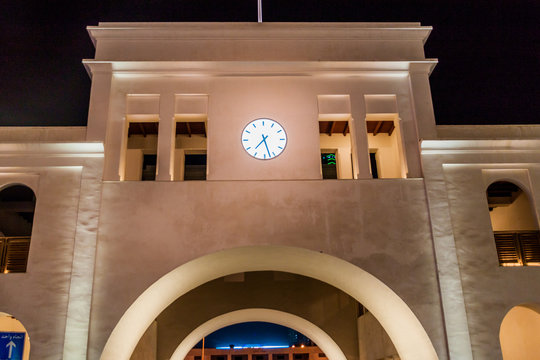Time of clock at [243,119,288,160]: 7:27
